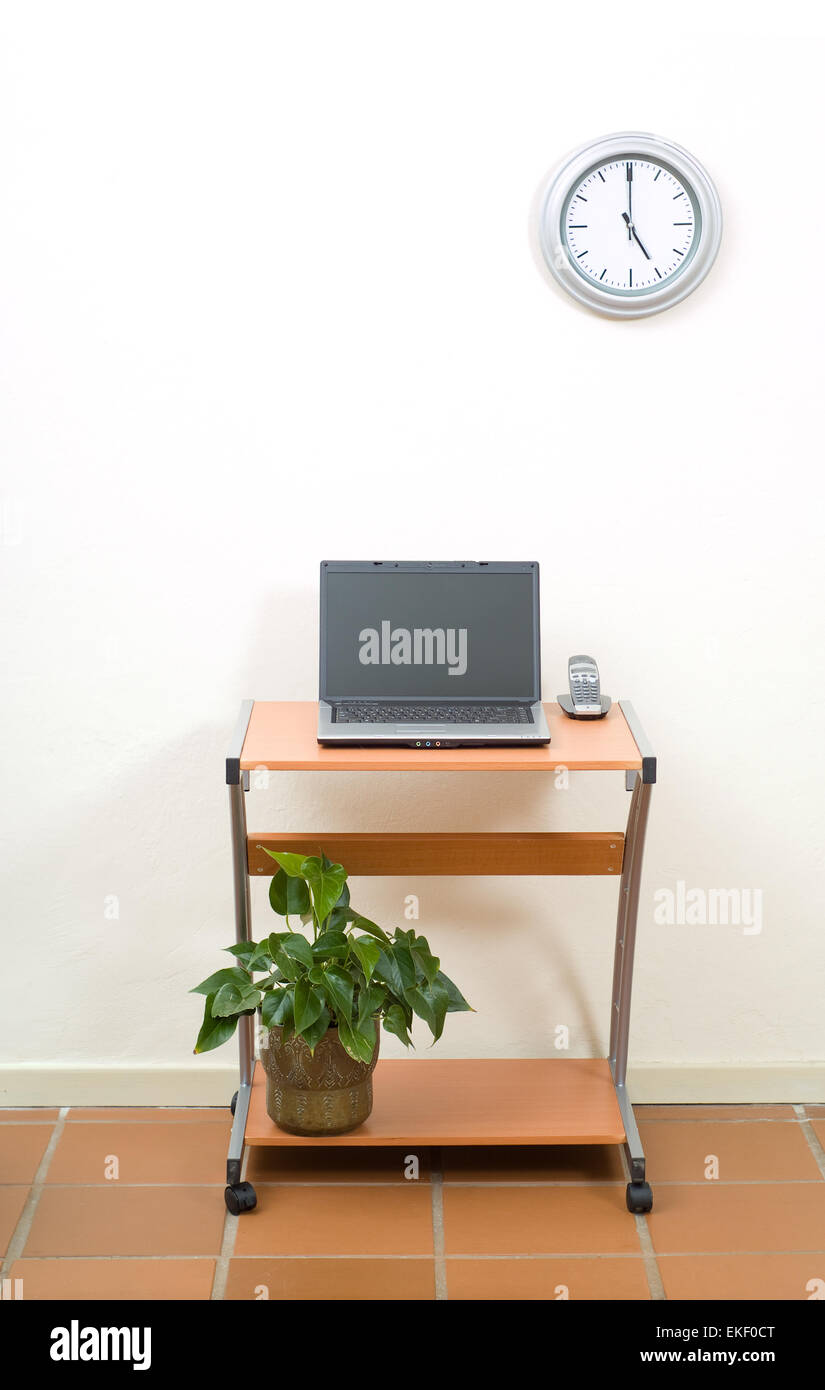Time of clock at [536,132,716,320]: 5:00
